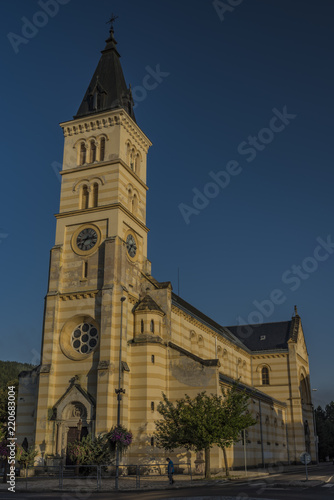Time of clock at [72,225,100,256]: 2:36
